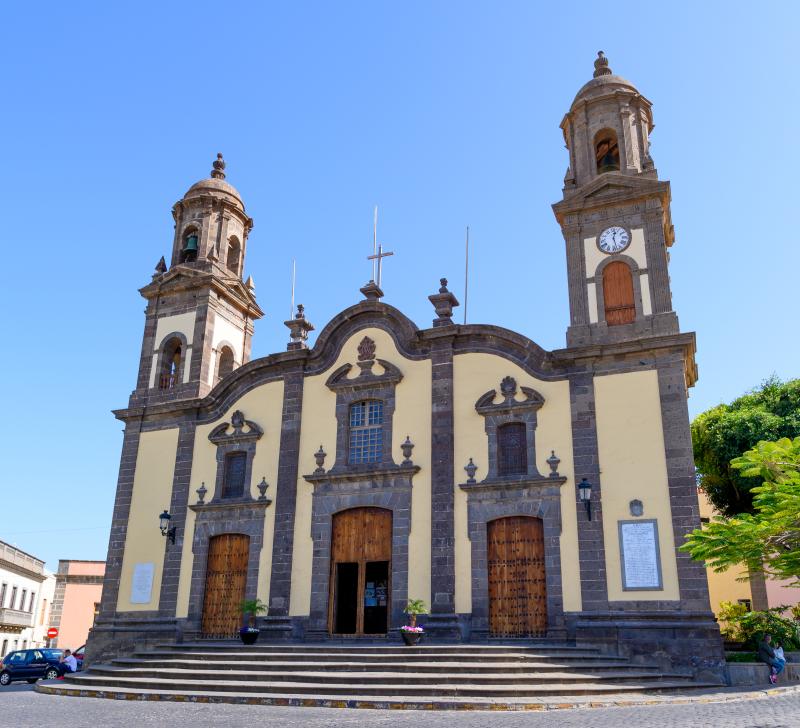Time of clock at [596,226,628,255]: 12:27
